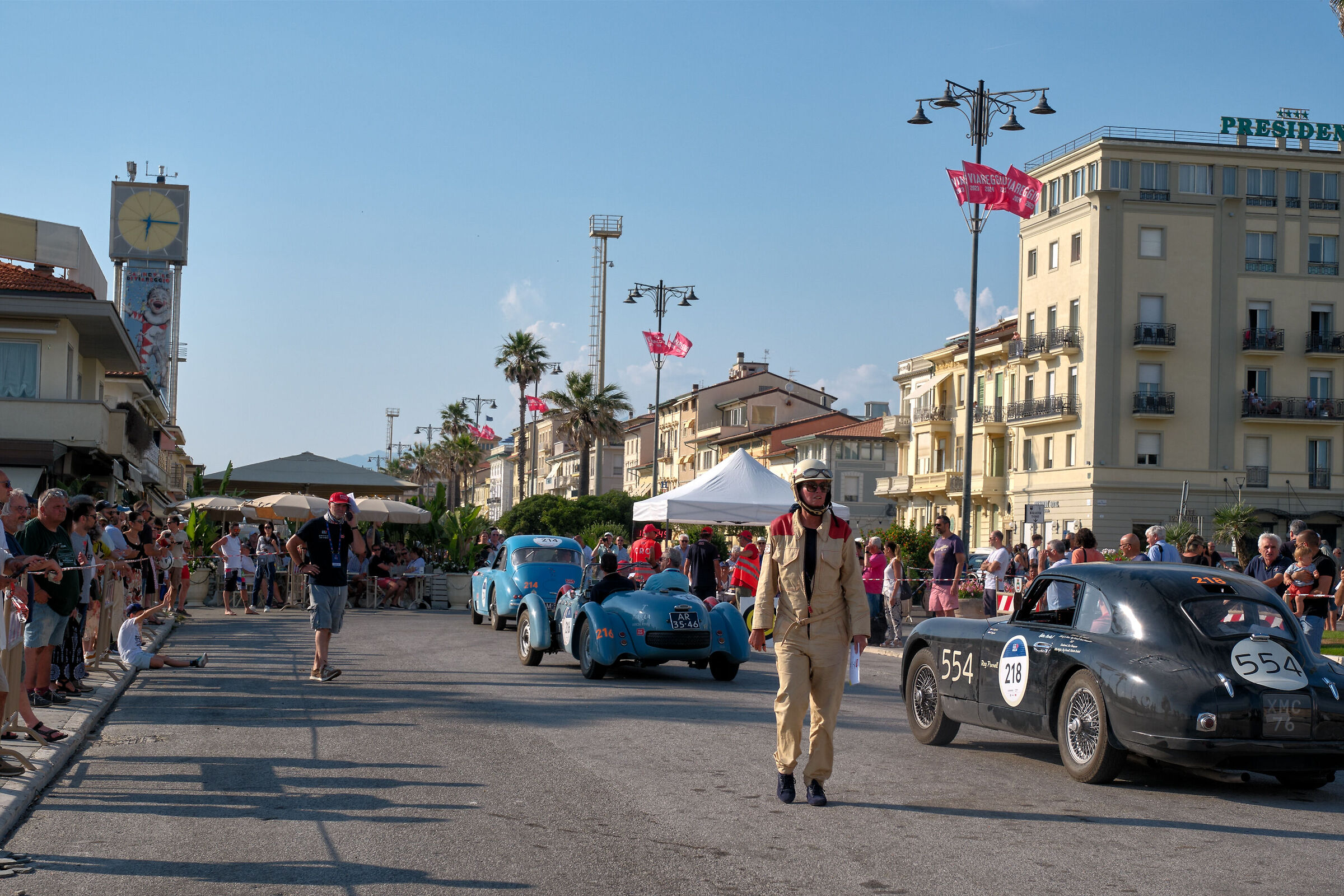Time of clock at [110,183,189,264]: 6:15
